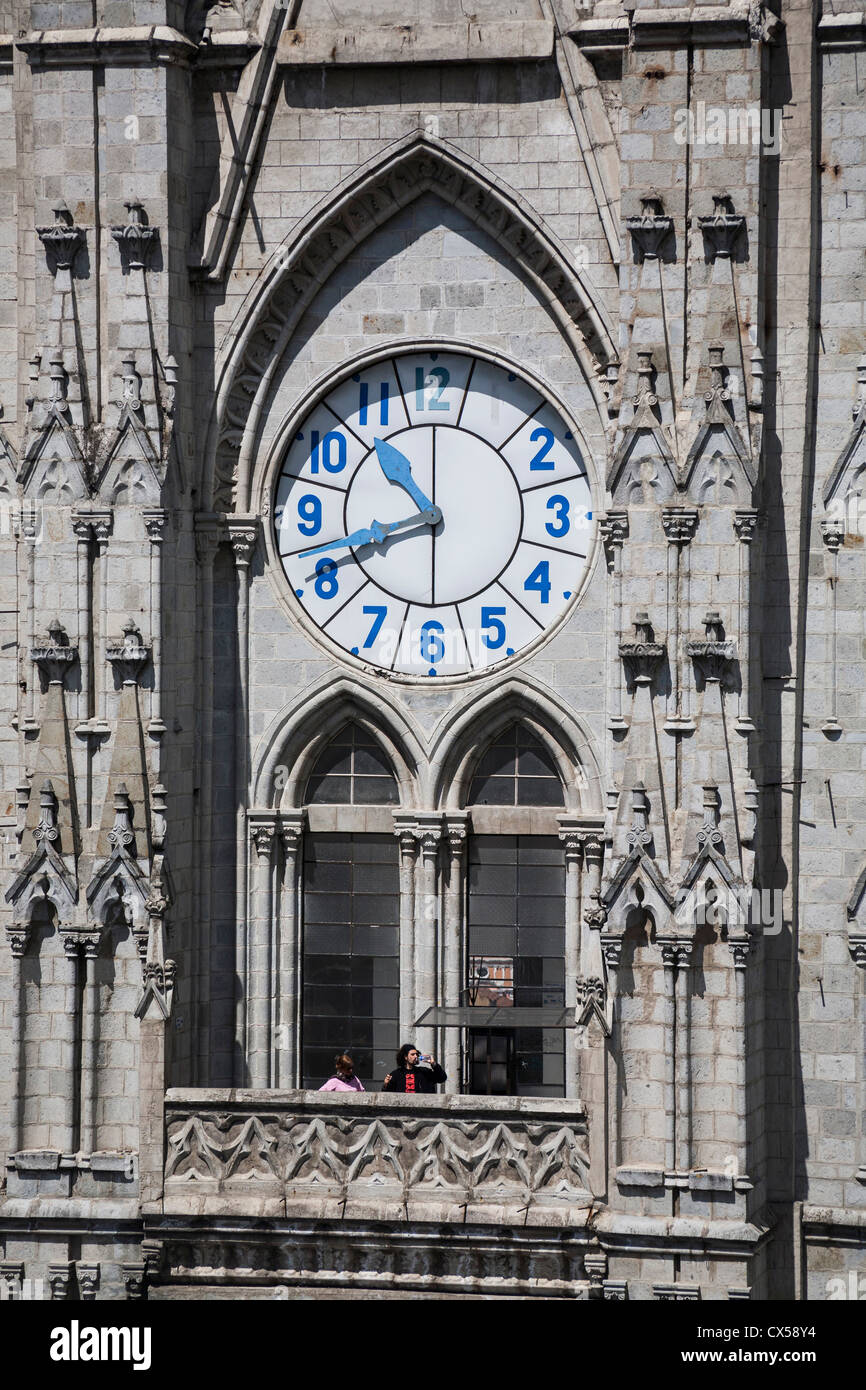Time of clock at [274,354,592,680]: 10:41
